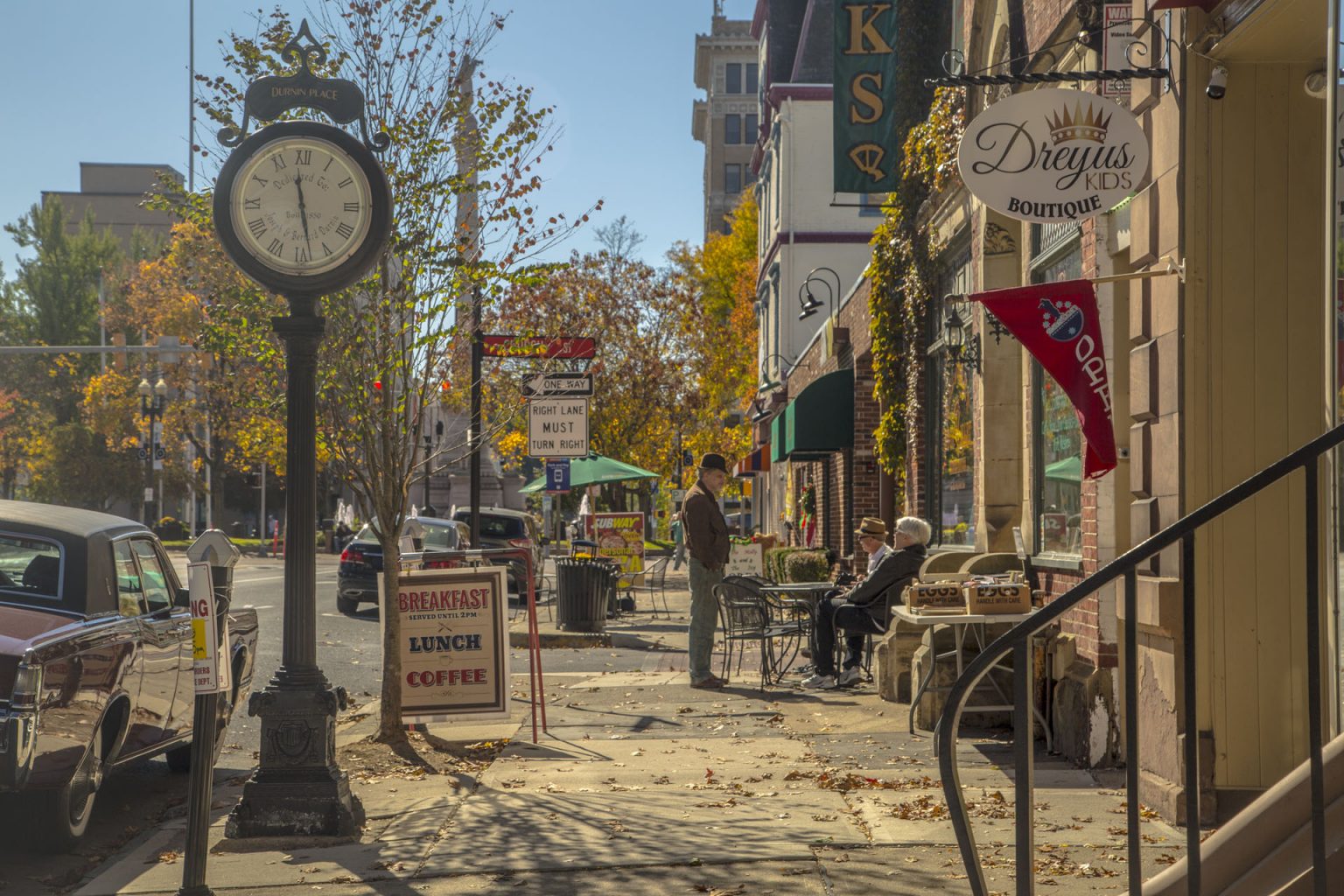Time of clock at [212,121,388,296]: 11:28
